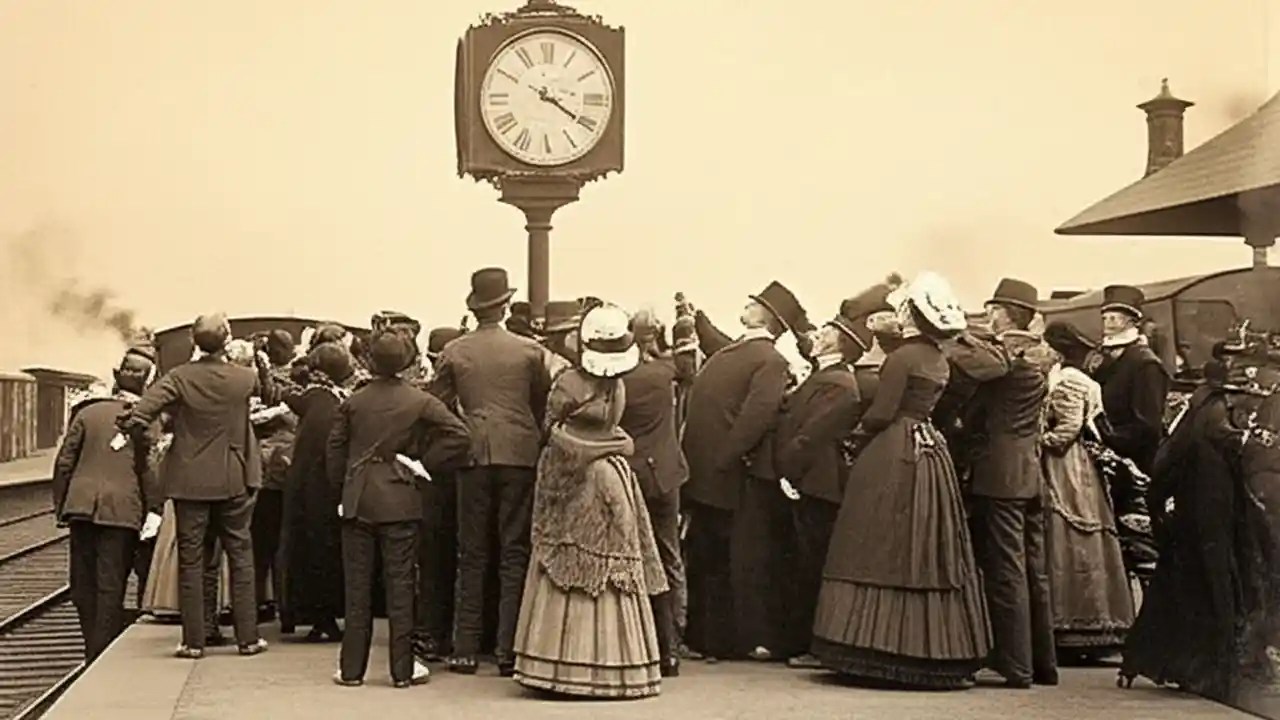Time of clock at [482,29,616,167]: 4:20
